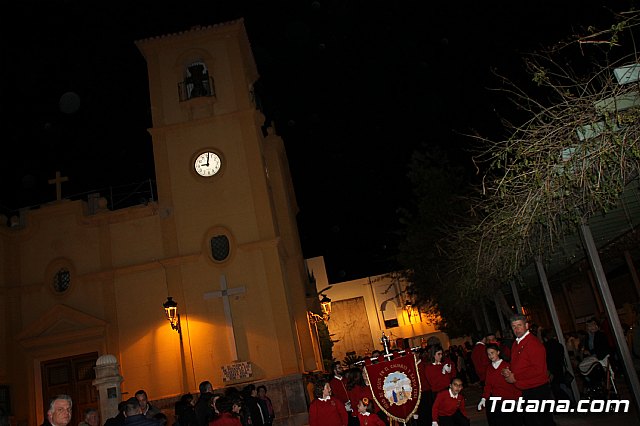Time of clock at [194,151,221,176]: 9:01
